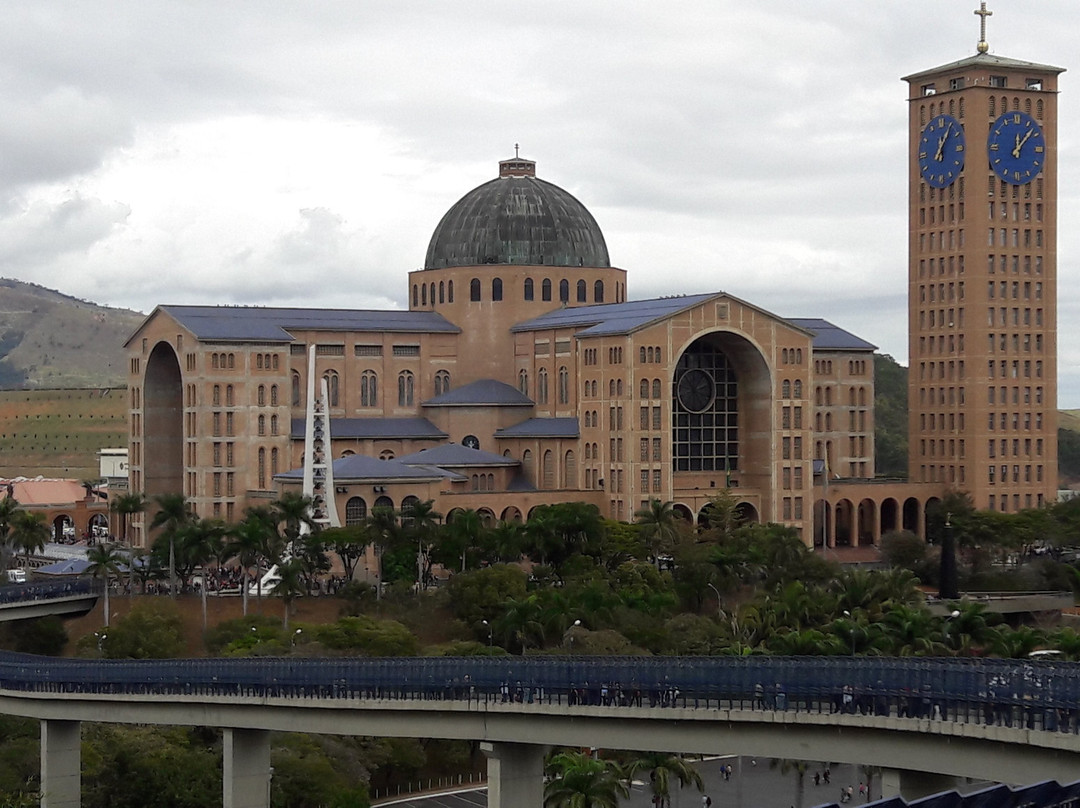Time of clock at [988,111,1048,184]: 12:07
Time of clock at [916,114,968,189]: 12:05
